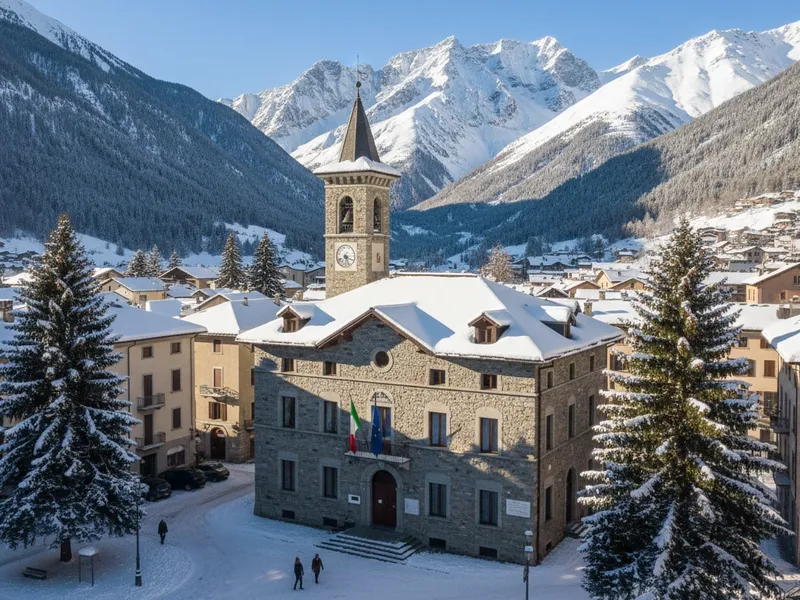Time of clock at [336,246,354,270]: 5:18
